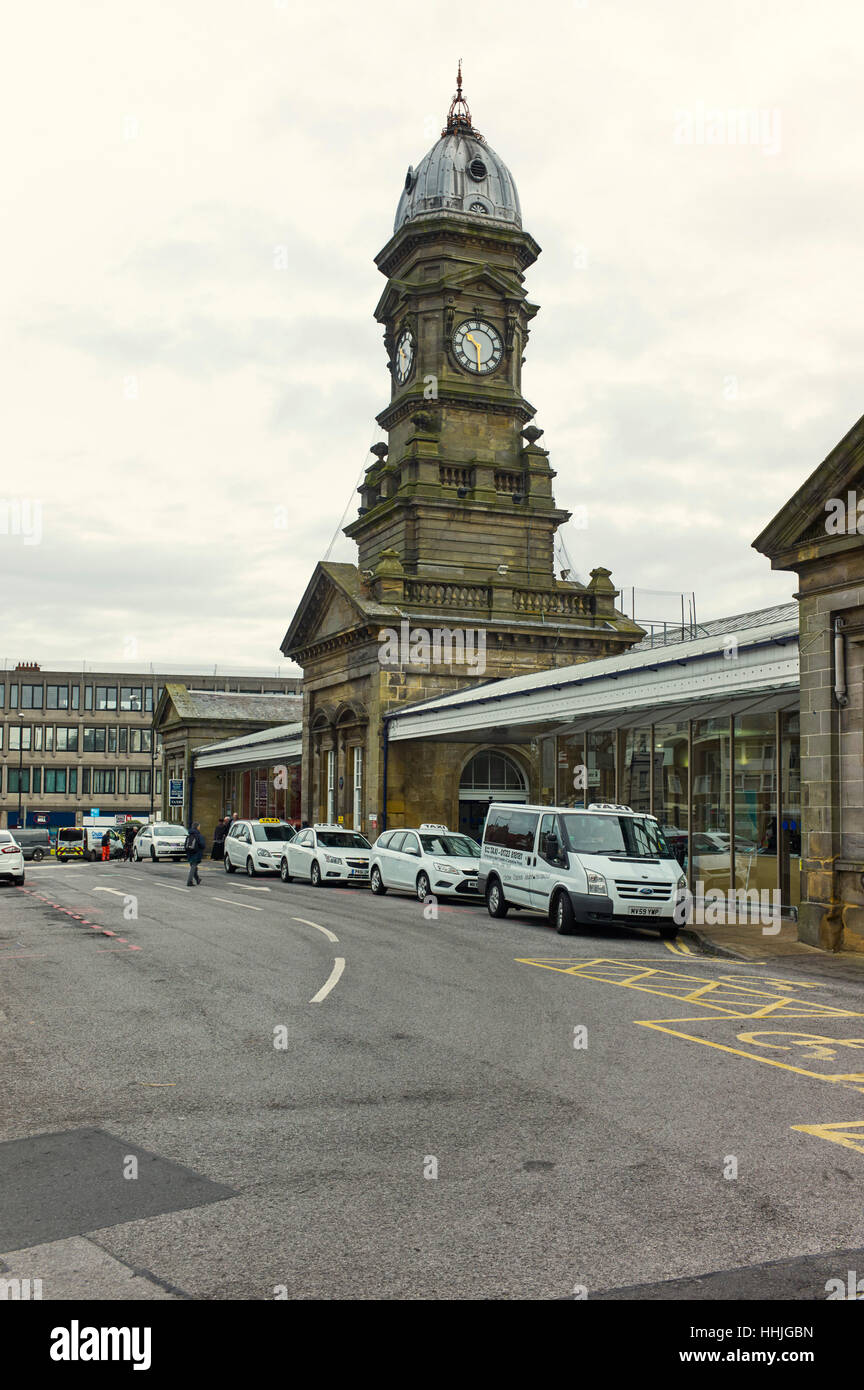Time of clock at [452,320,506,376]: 10:29
